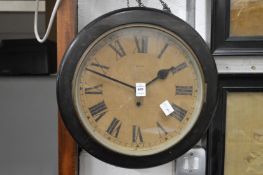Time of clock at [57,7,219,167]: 1:48
